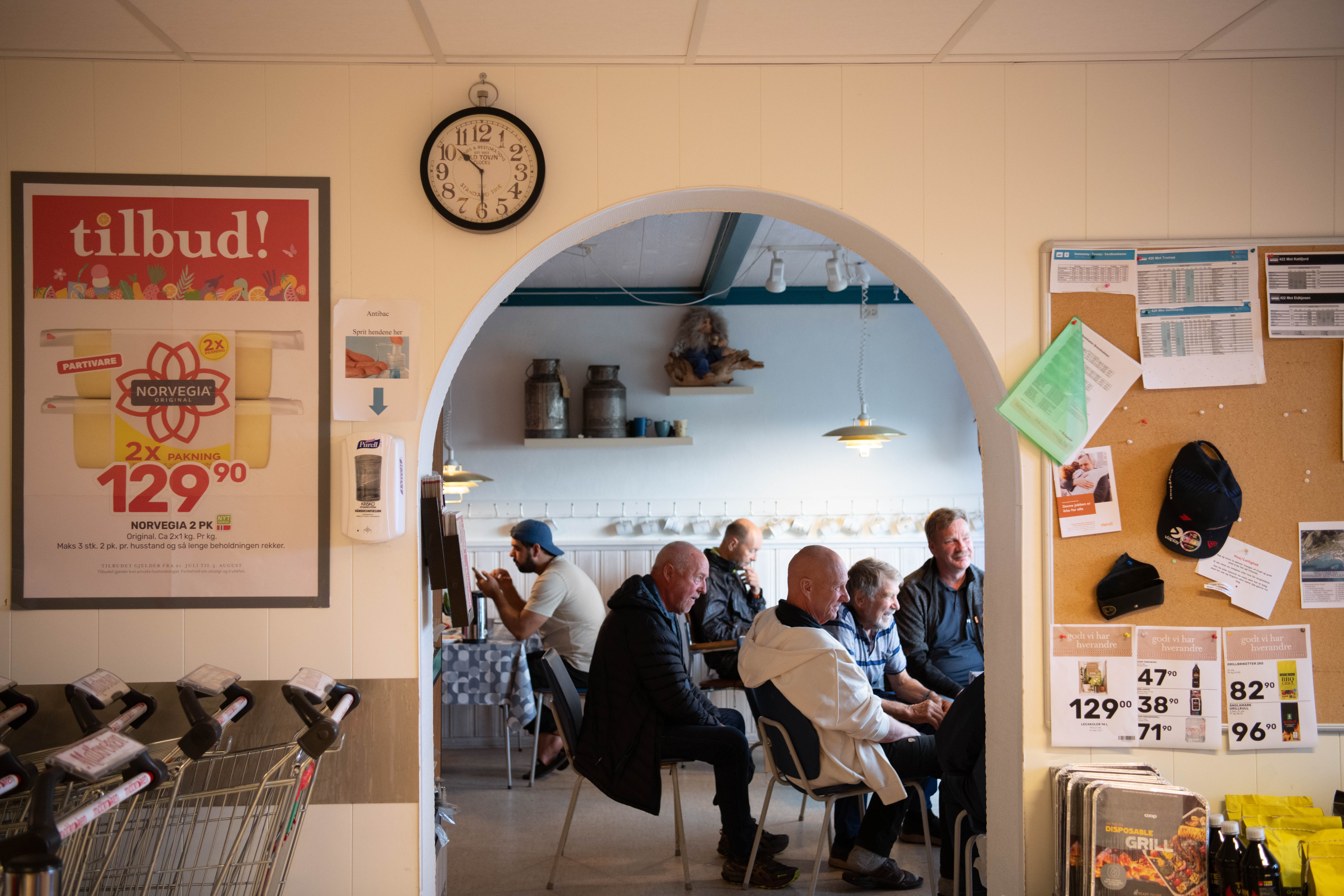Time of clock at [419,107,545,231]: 10:29
